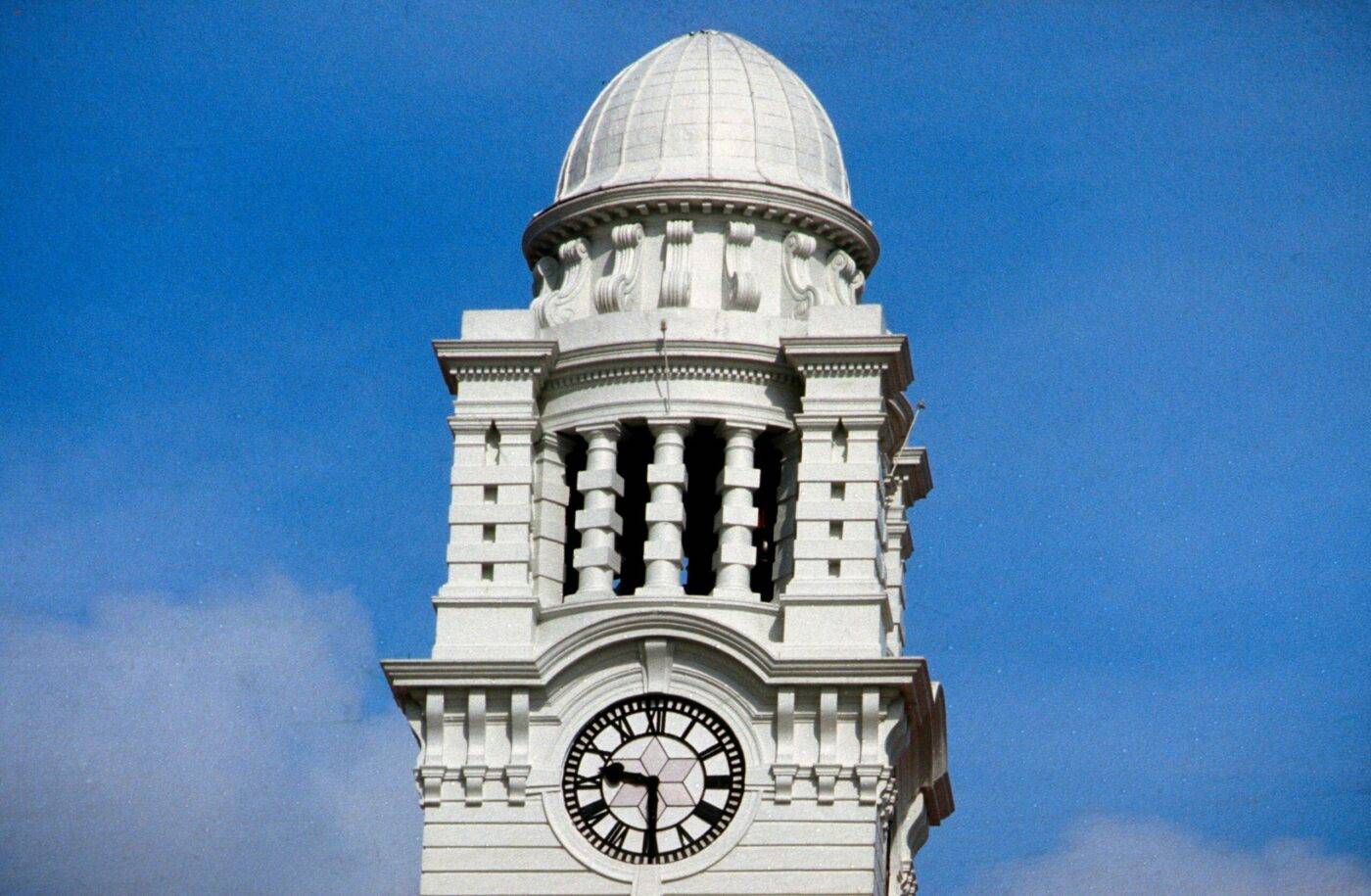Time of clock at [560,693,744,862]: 9:29
